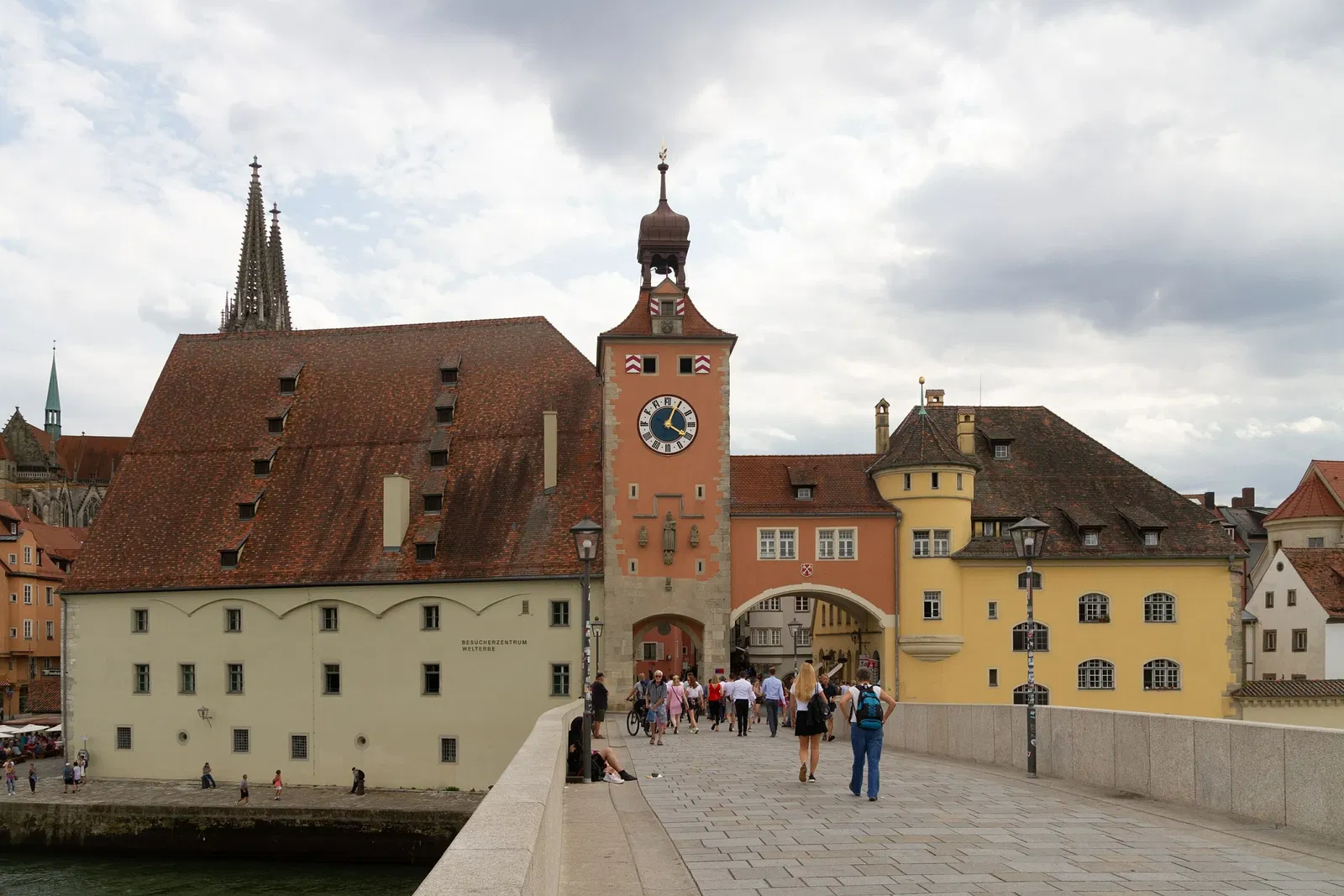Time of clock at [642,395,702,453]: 4:04
